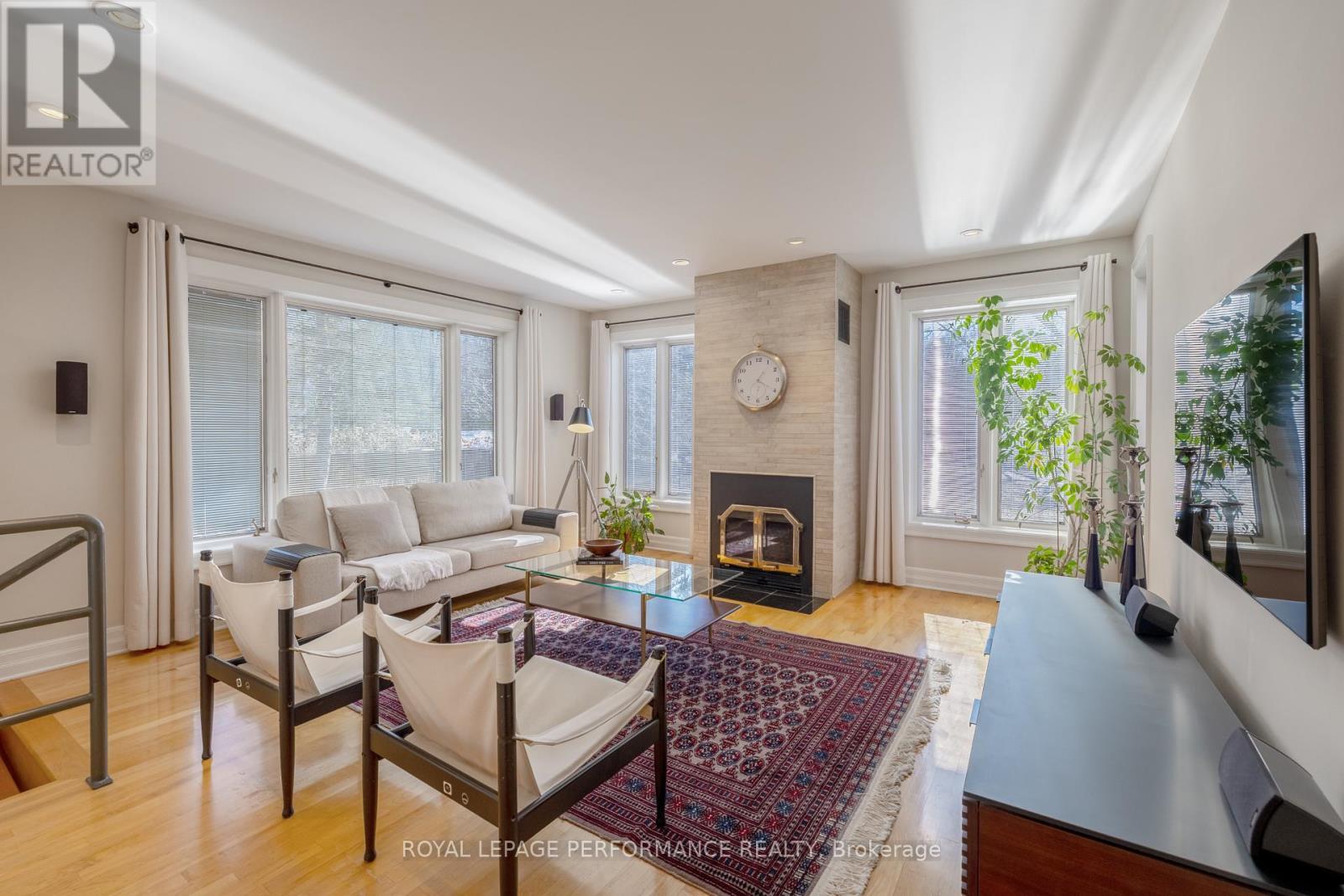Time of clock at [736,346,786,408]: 1:20
